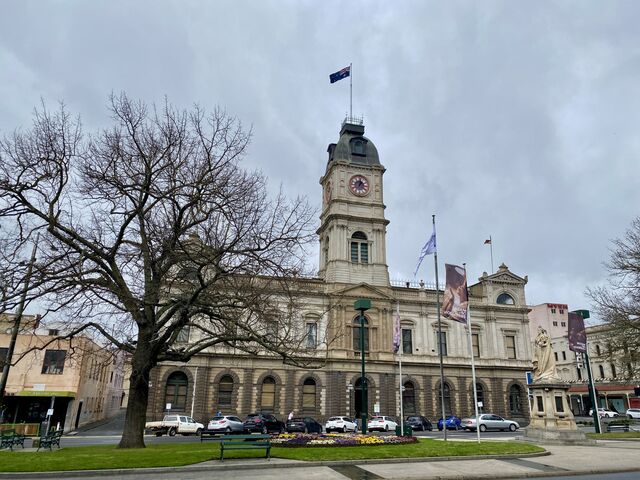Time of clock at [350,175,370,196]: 1:01
